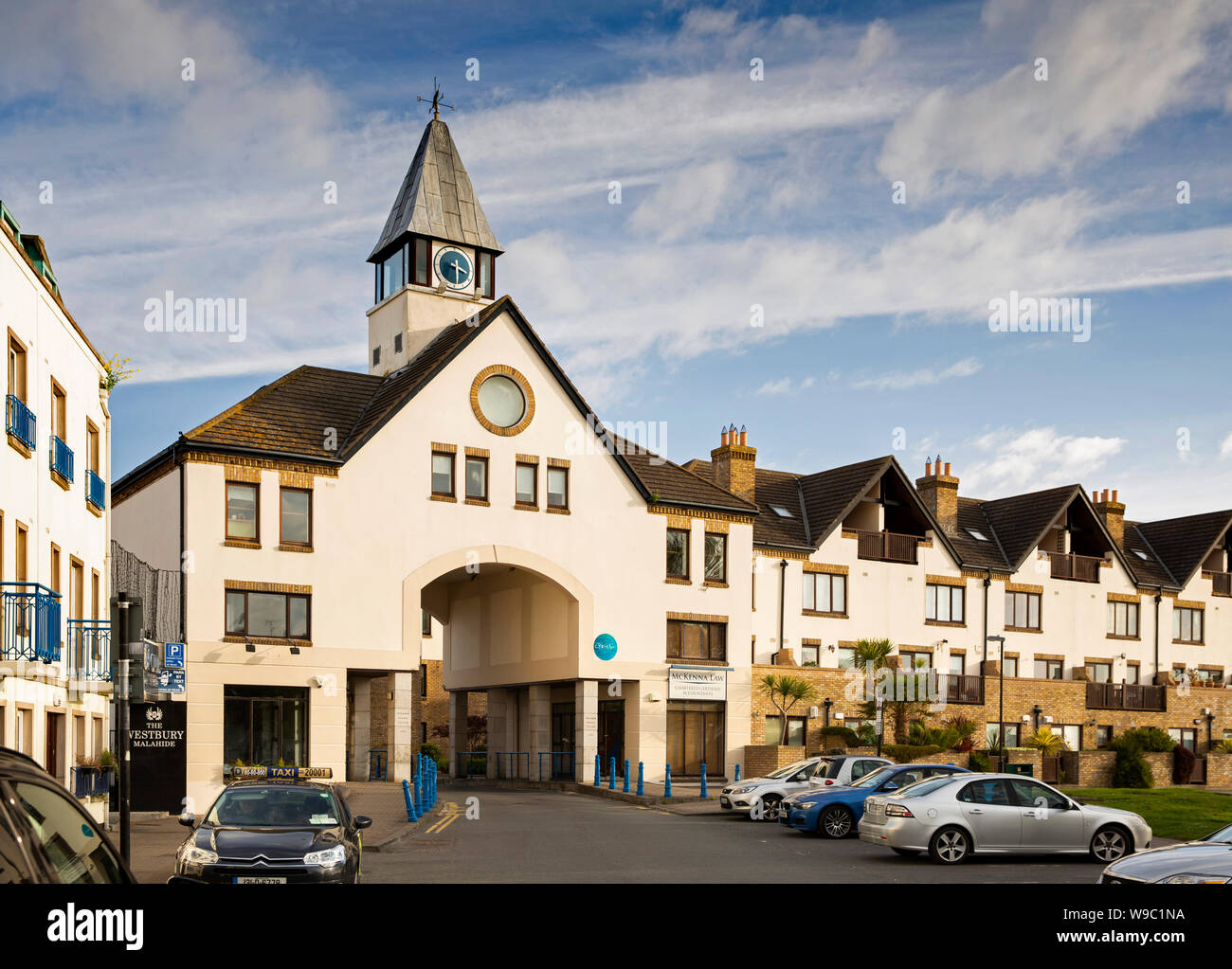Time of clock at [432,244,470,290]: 3:29
